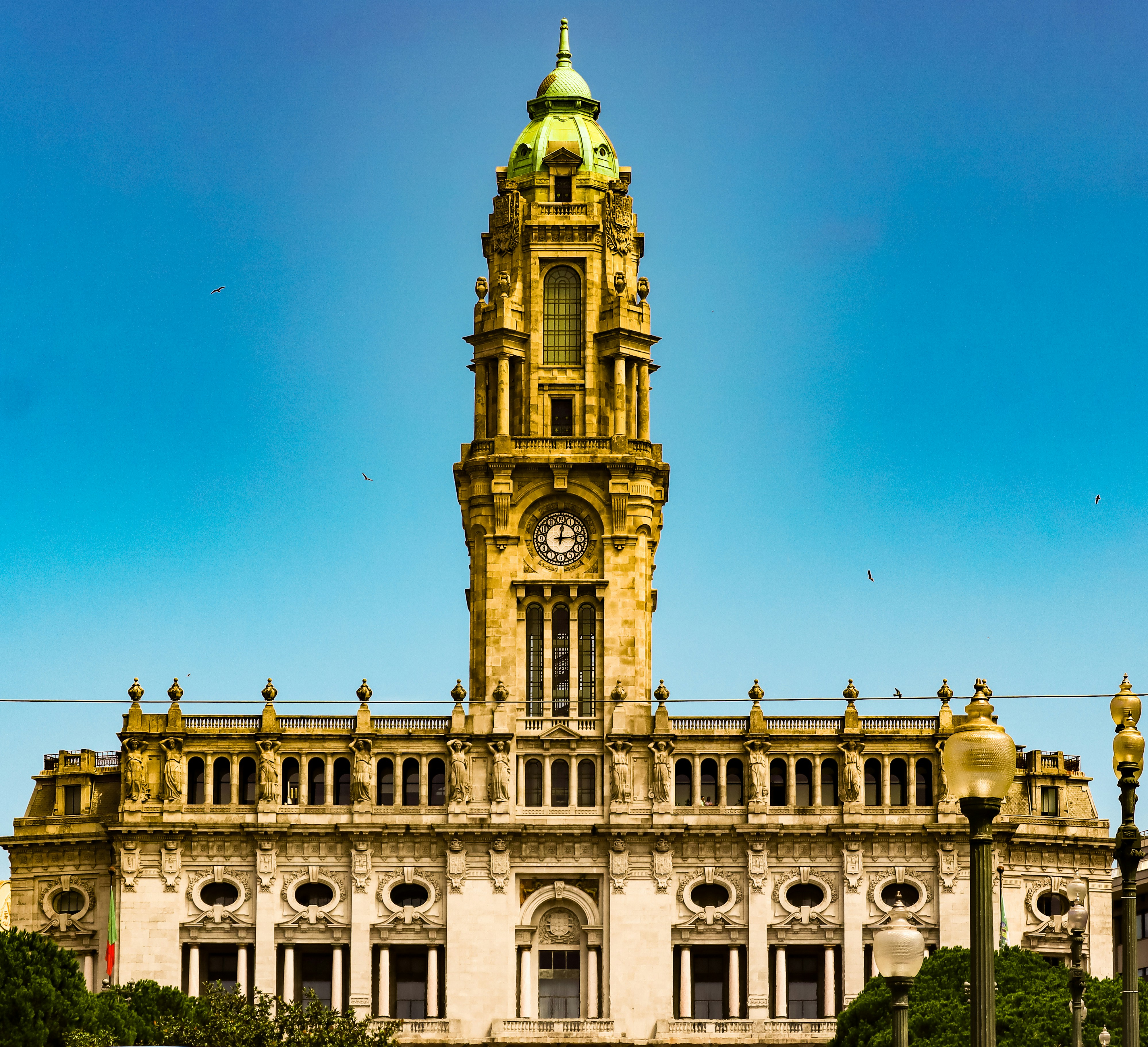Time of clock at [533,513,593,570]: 12:14
